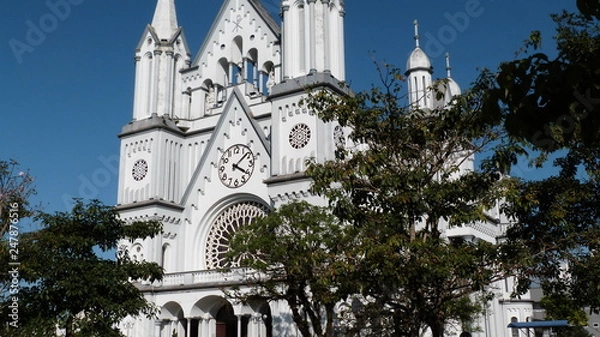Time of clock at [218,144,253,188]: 4:08
